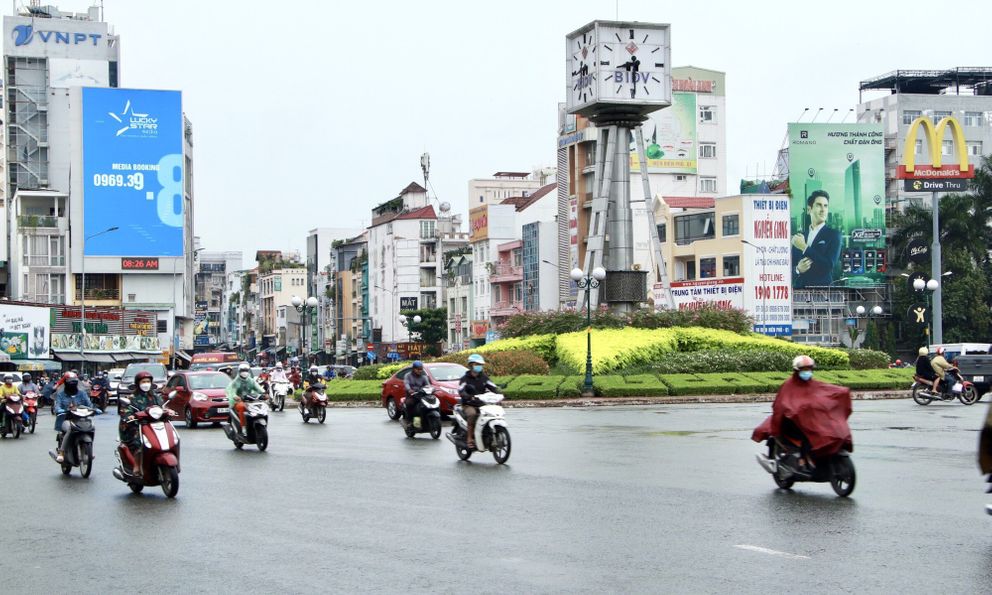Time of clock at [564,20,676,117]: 8:29
